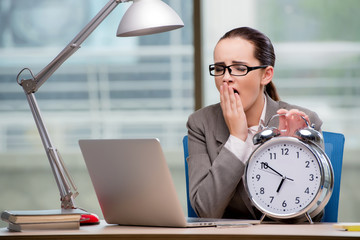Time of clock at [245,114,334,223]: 6:50
